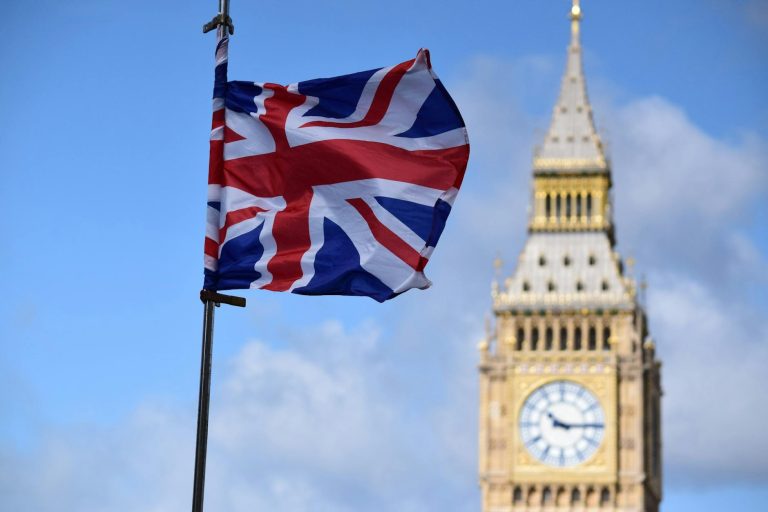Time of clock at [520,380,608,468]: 10:14
